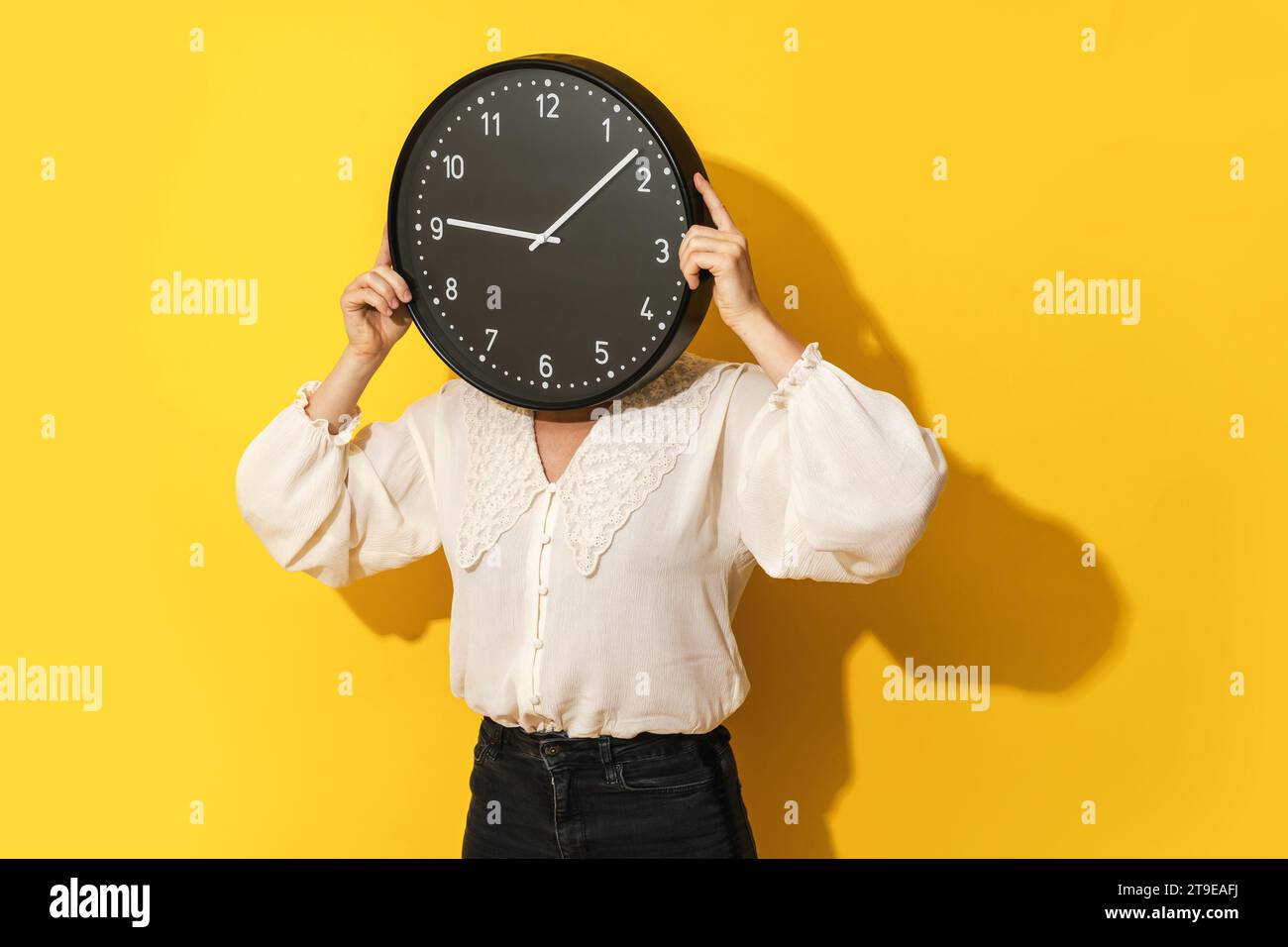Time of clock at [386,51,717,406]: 9:08
